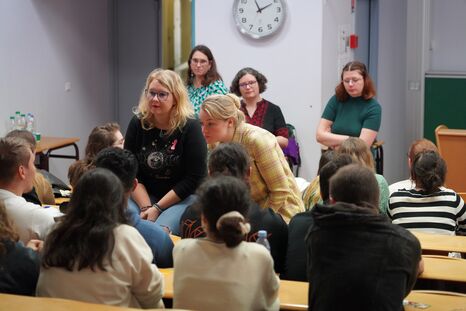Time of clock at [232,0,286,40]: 1:56
